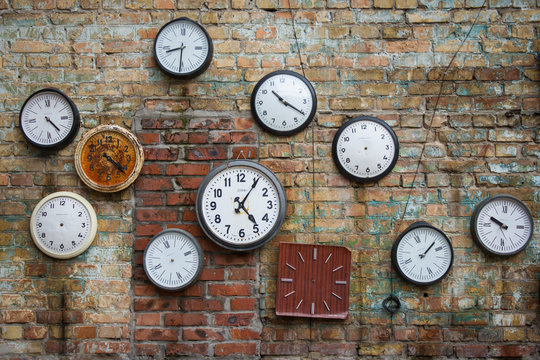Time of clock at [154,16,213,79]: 8:30
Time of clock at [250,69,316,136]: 10:20
